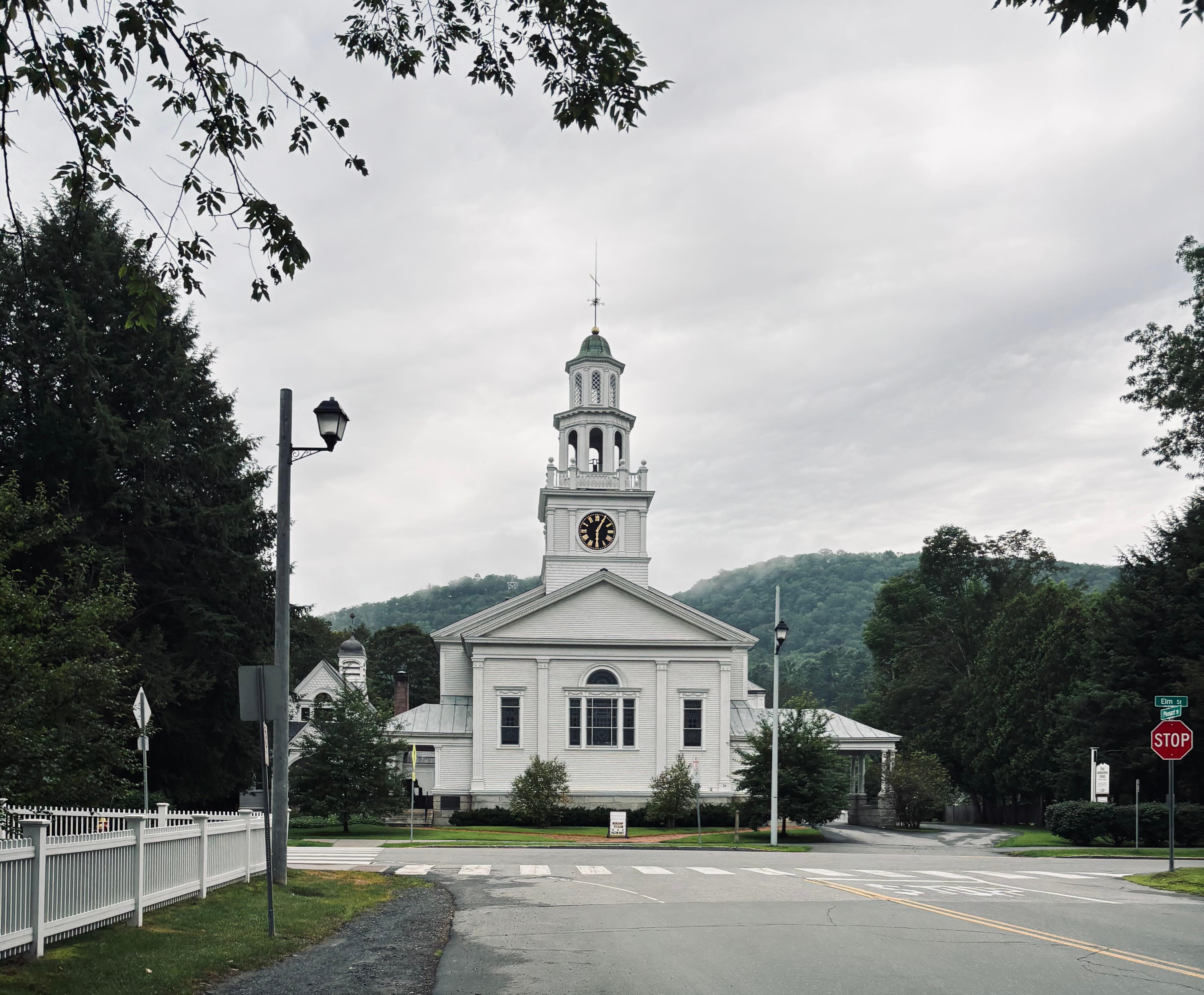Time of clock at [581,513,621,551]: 6:04
